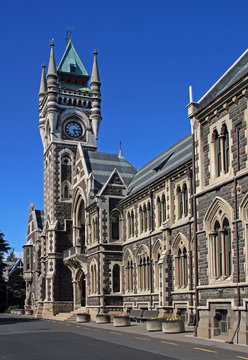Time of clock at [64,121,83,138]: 5:15
